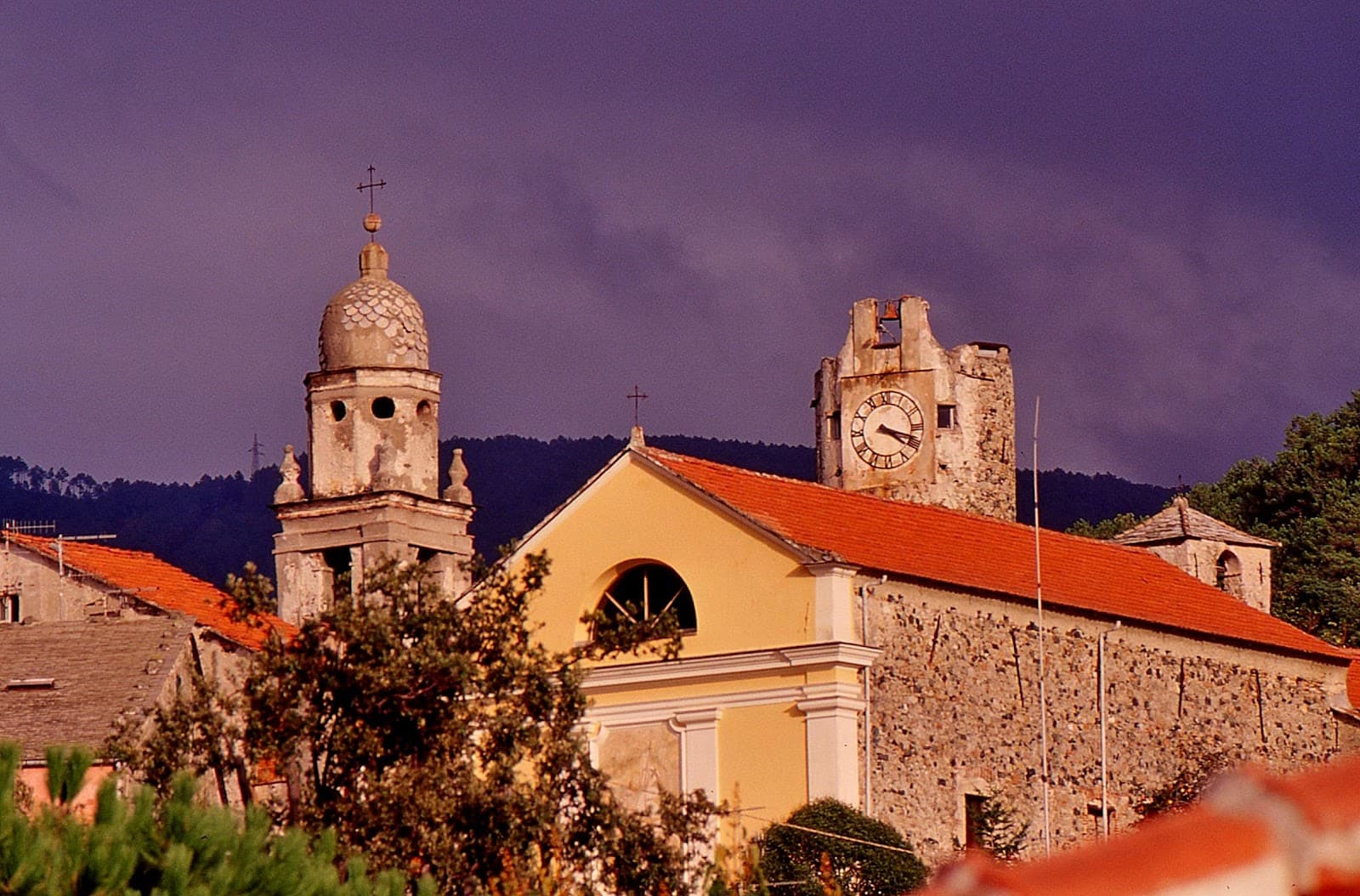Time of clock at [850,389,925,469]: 4:18
